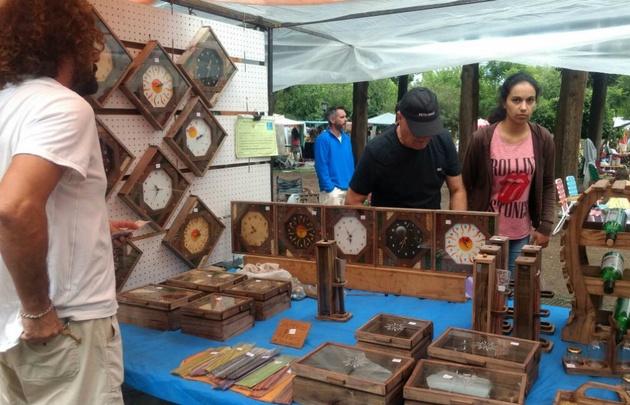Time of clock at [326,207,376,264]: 5:54
